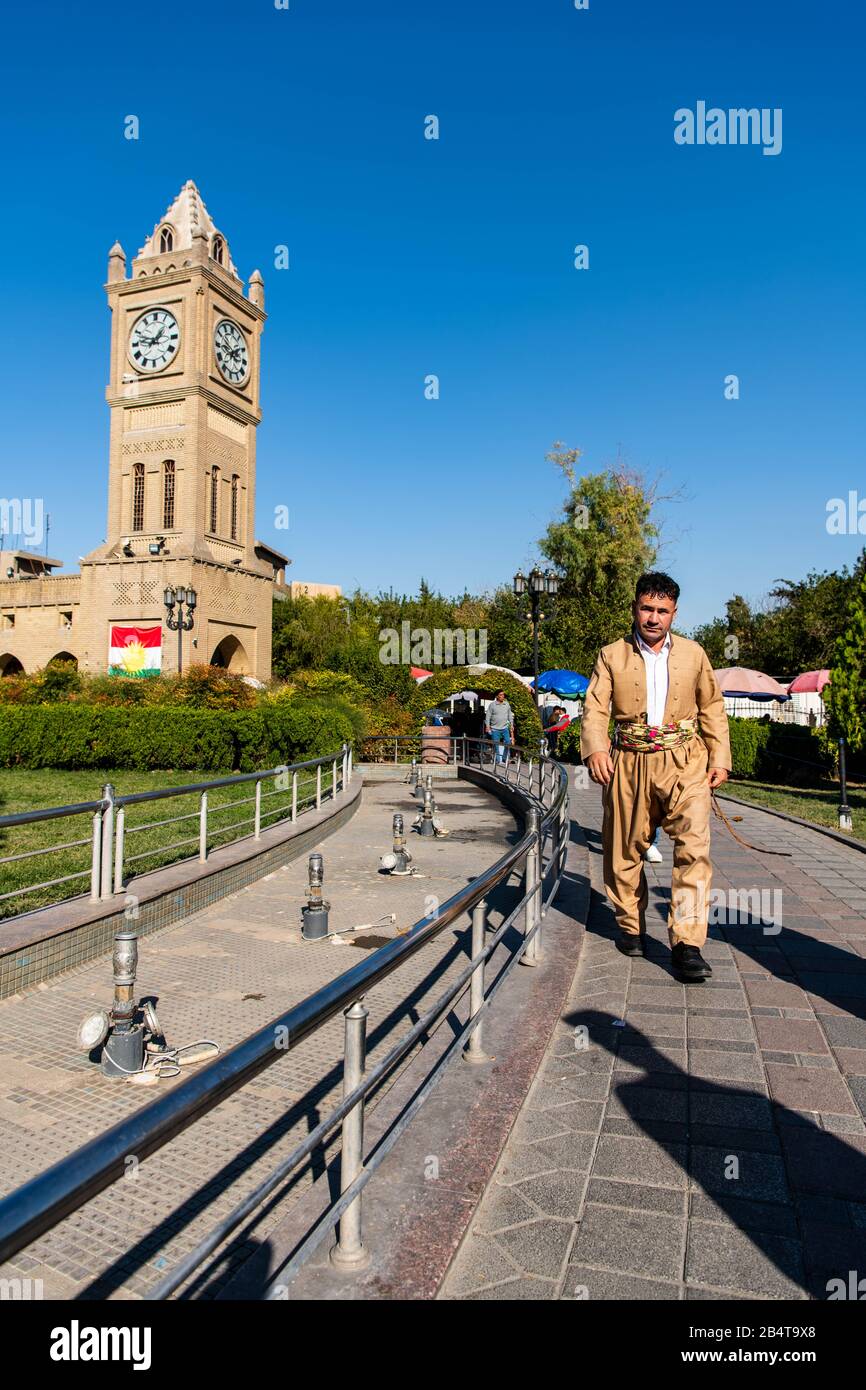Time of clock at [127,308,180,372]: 1:47
